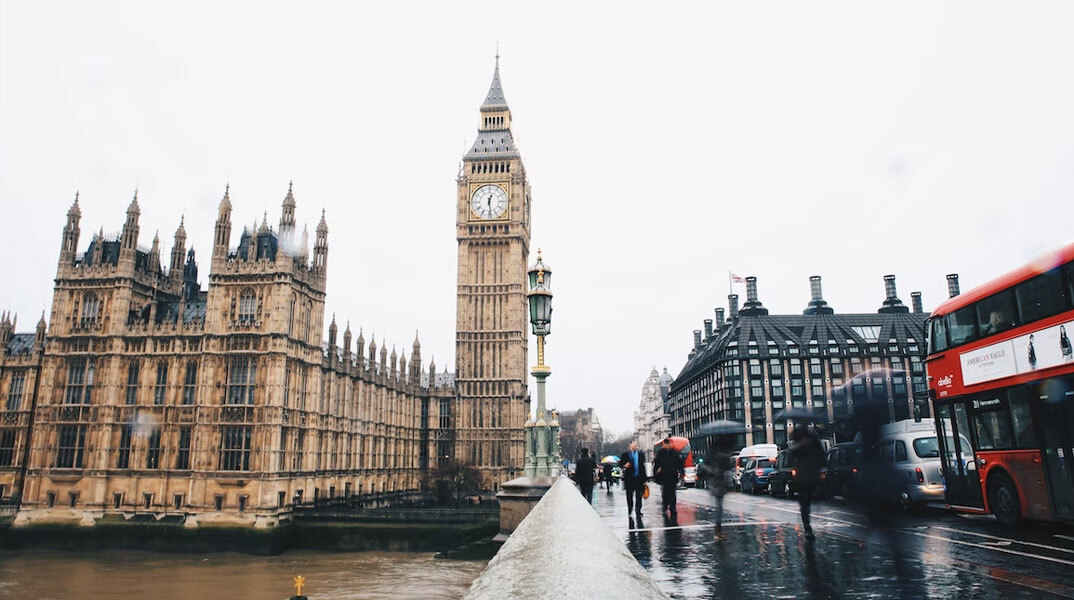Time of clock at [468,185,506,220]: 12:28
